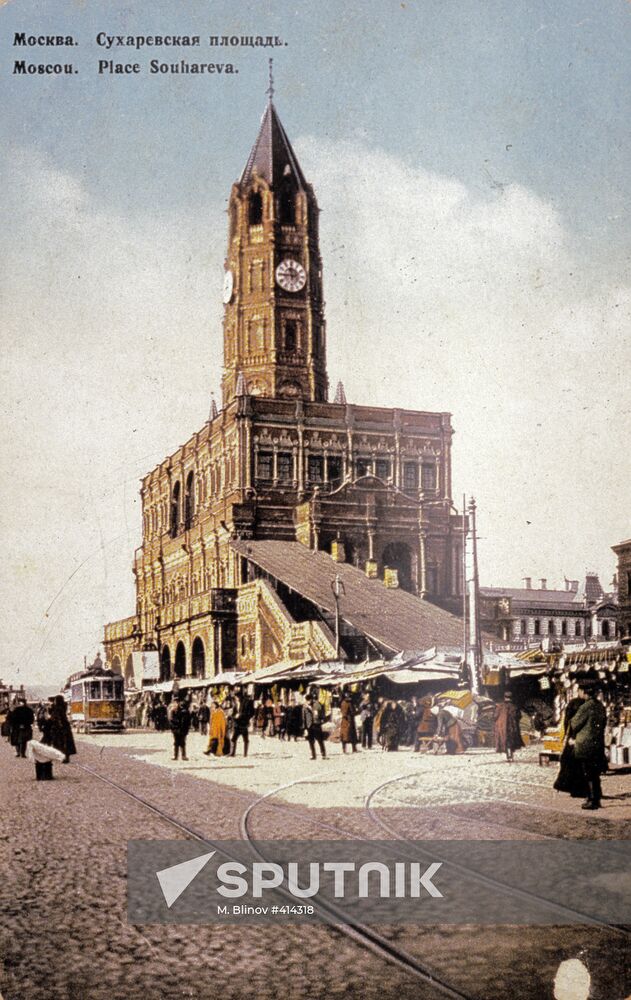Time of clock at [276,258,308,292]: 11:44
